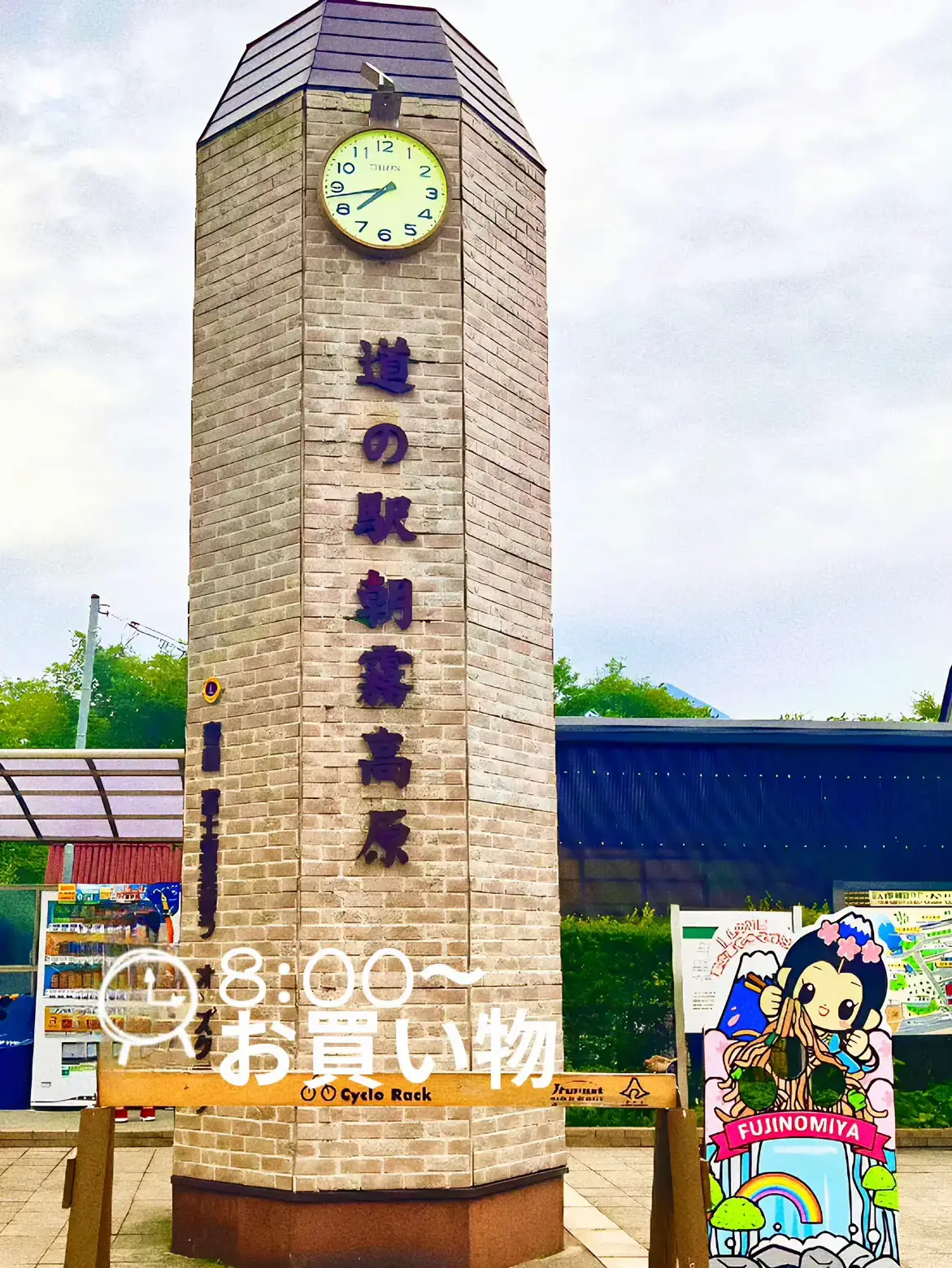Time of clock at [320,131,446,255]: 7:43
